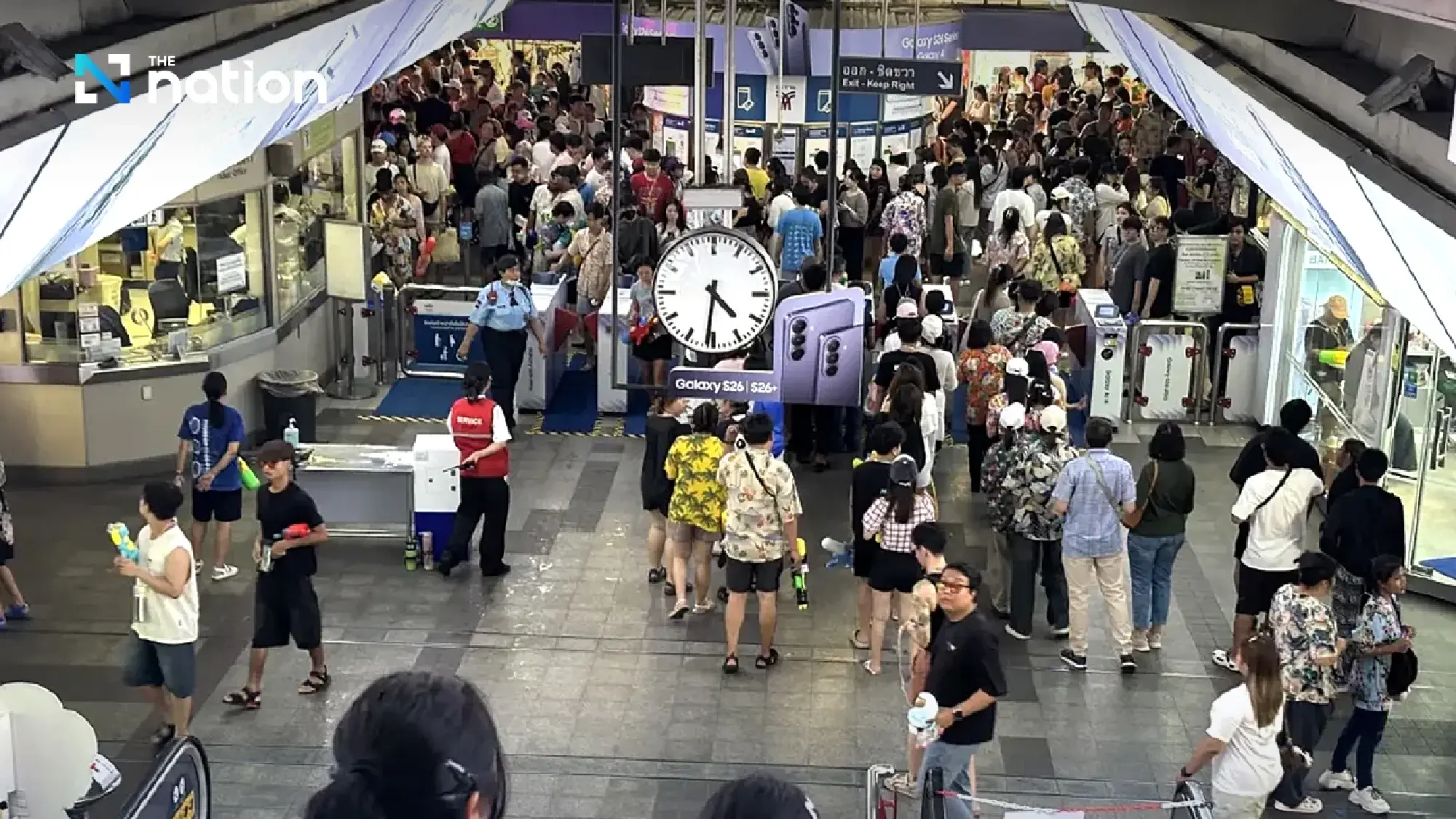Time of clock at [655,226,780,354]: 4:31
